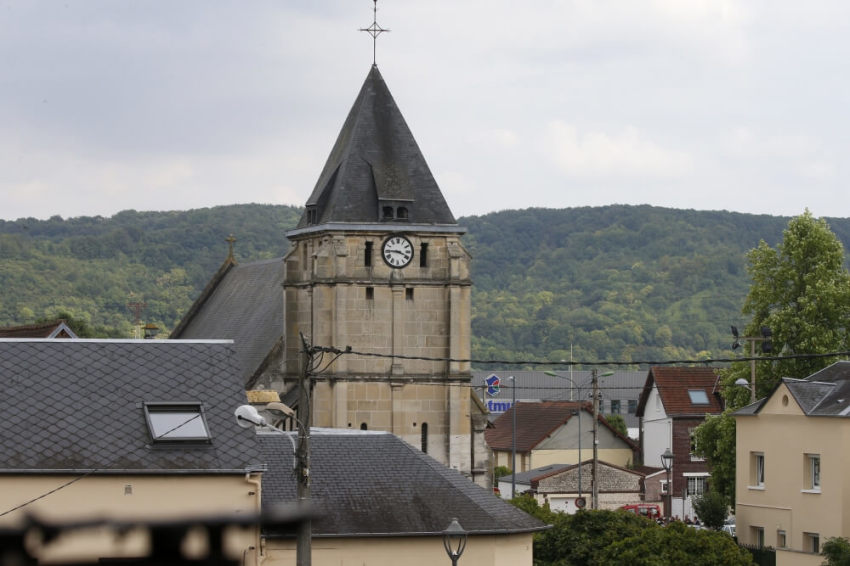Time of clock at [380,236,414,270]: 3:45
